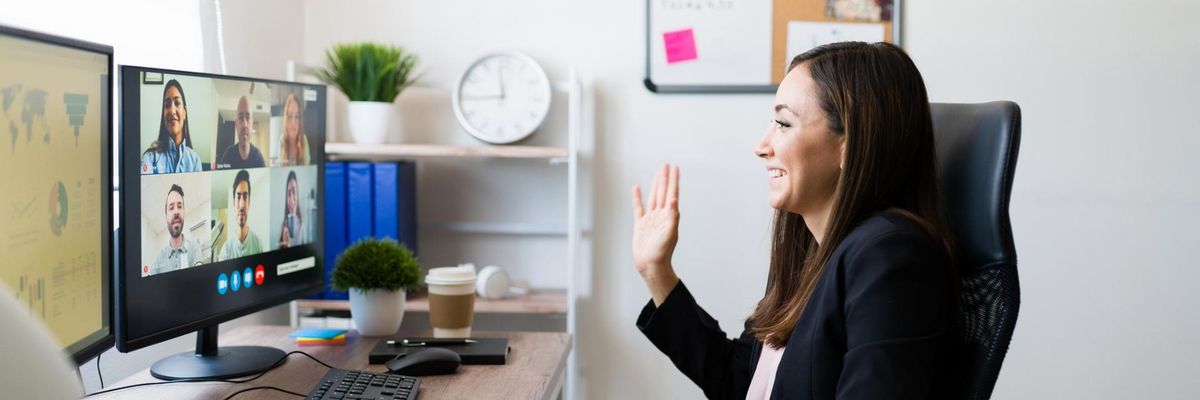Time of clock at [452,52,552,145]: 11:44
